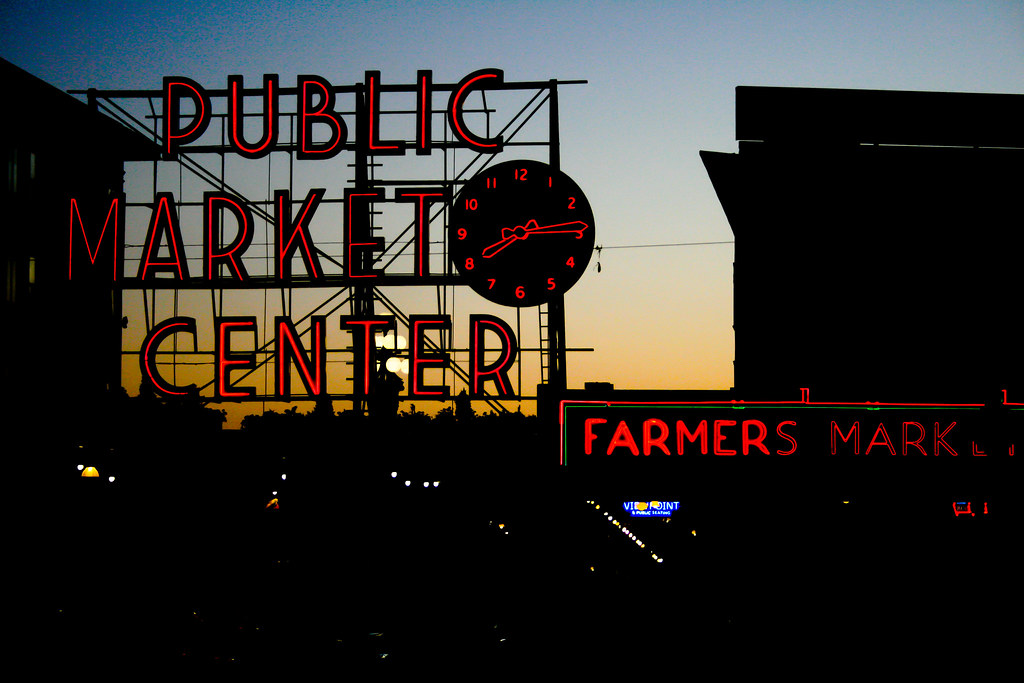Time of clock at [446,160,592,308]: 8:14
